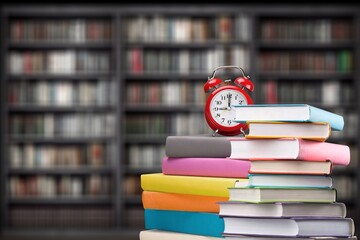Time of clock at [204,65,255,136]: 9:01
